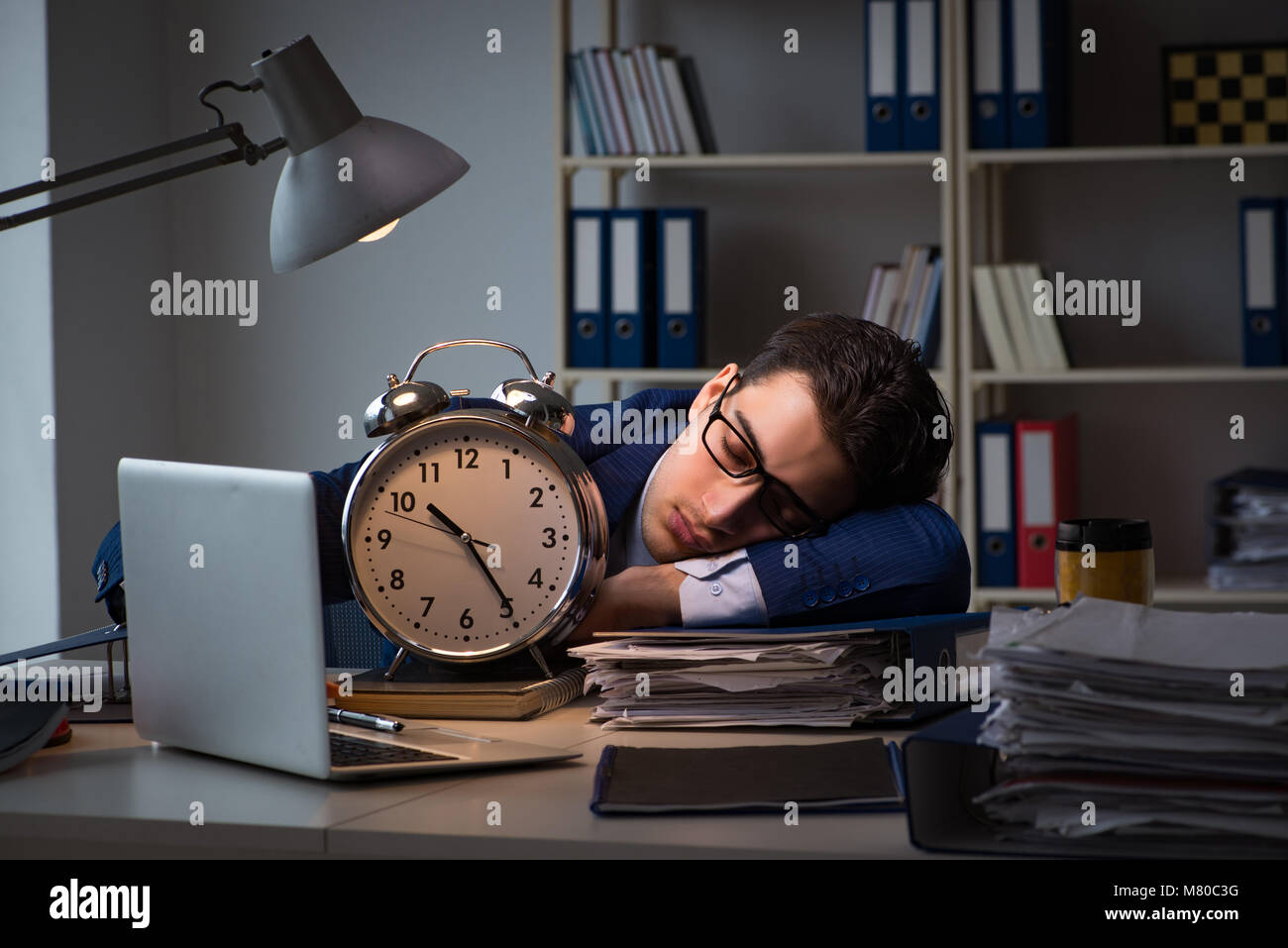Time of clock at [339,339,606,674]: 10:24
